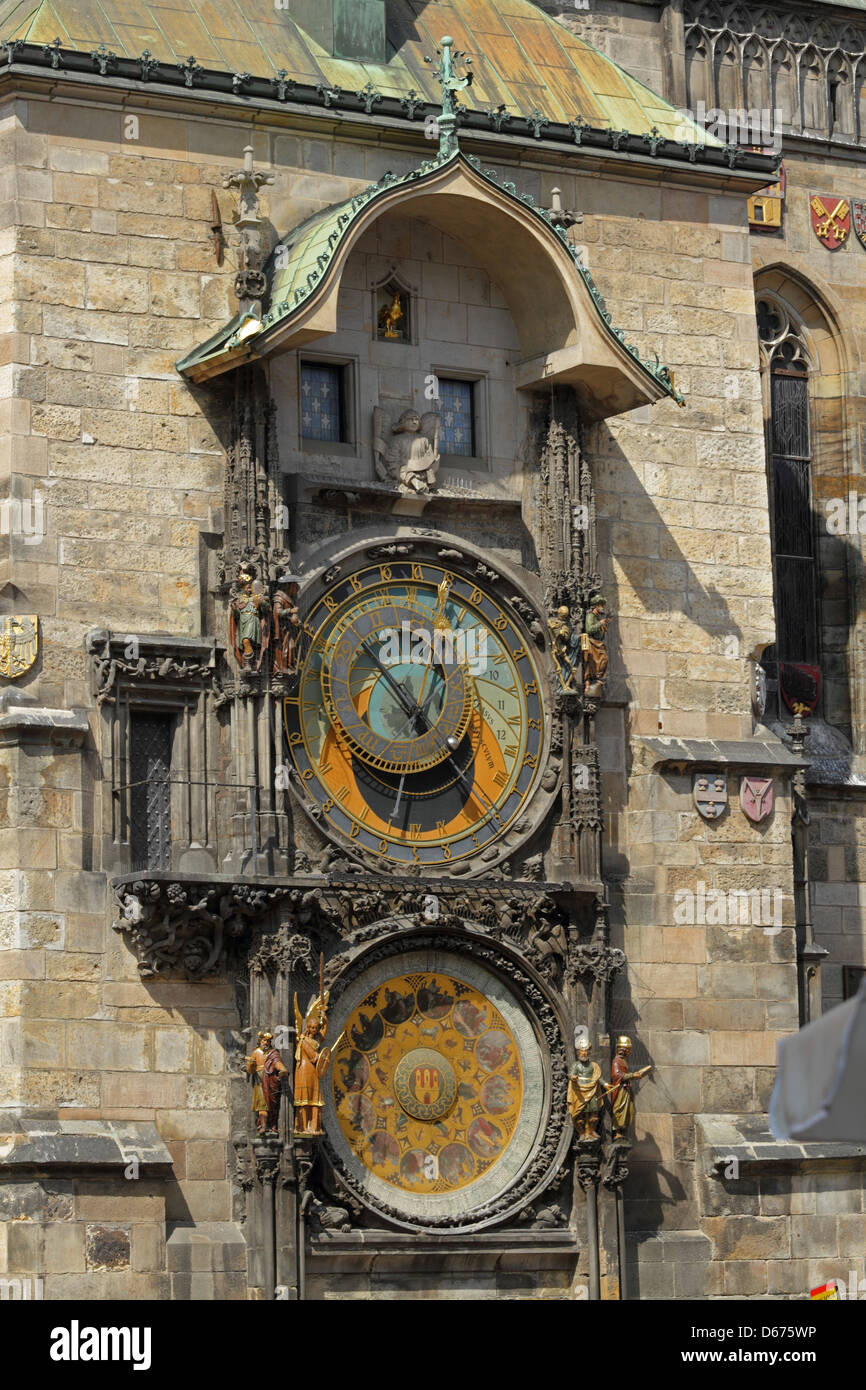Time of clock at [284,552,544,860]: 12:52
